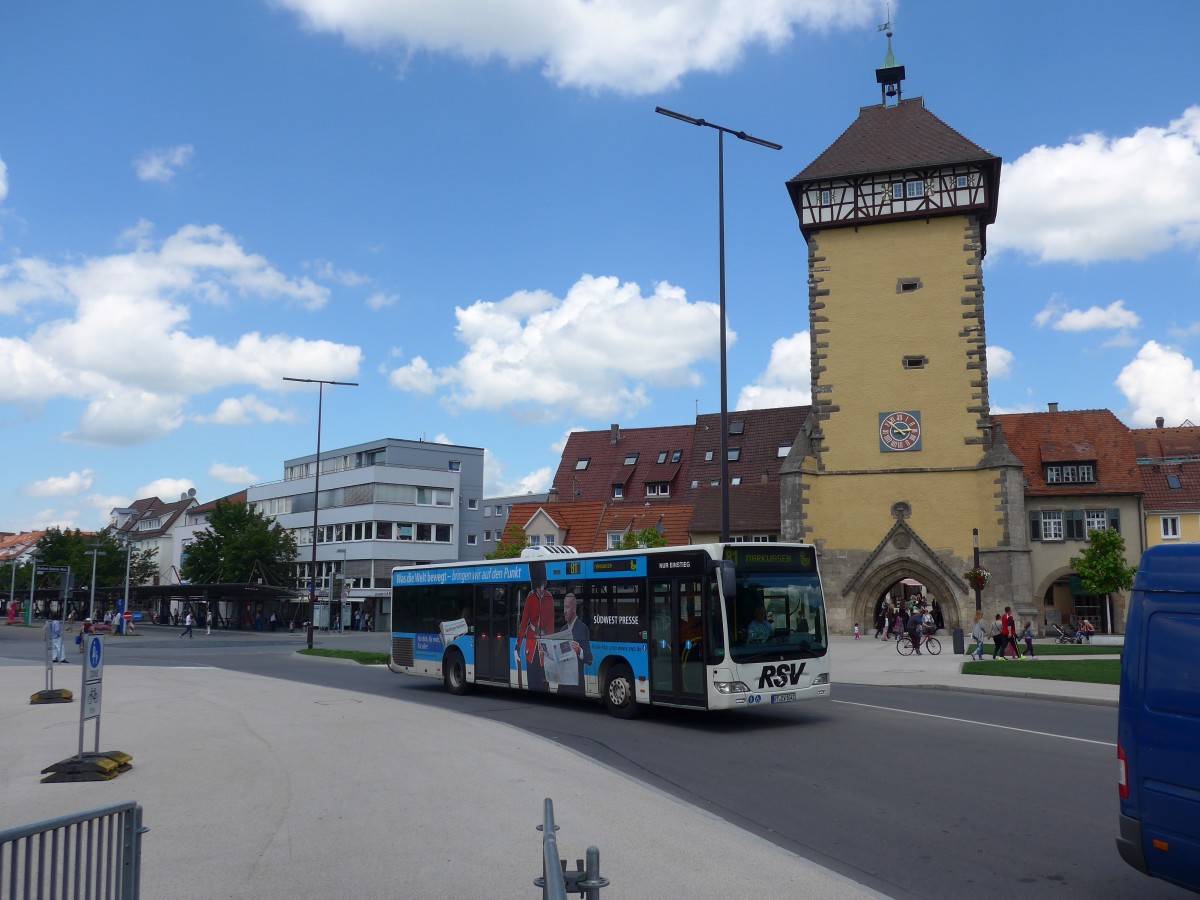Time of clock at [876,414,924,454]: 2:52
